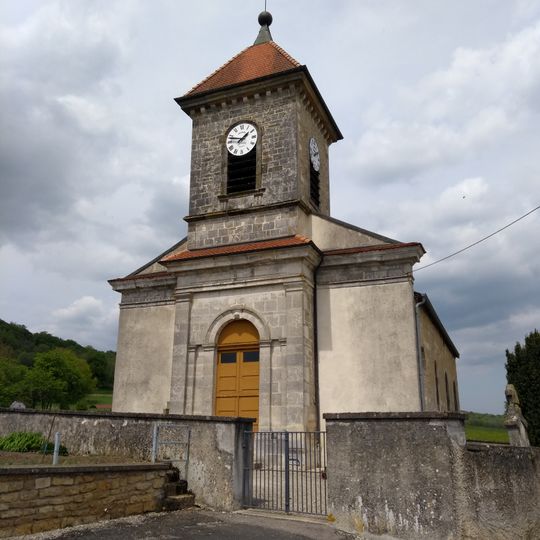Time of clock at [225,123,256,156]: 1:47
